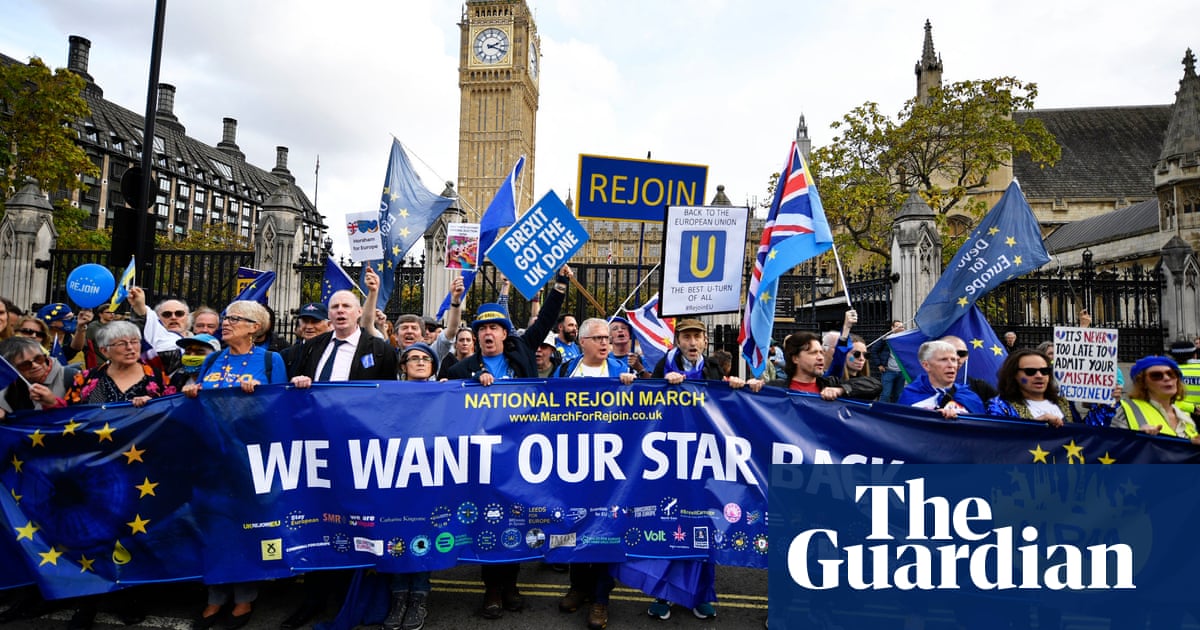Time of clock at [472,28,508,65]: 2:18
